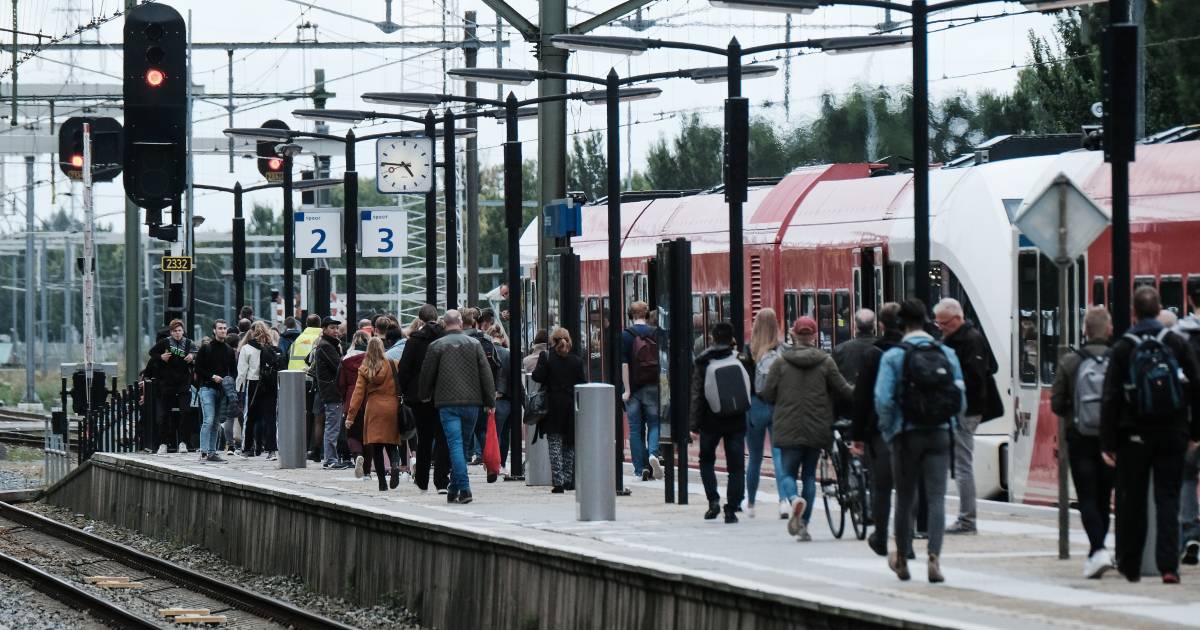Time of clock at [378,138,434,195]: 4:45
